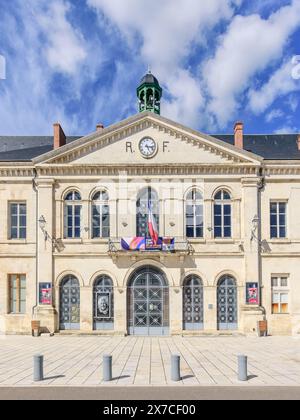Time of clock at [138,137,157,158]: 5:16
